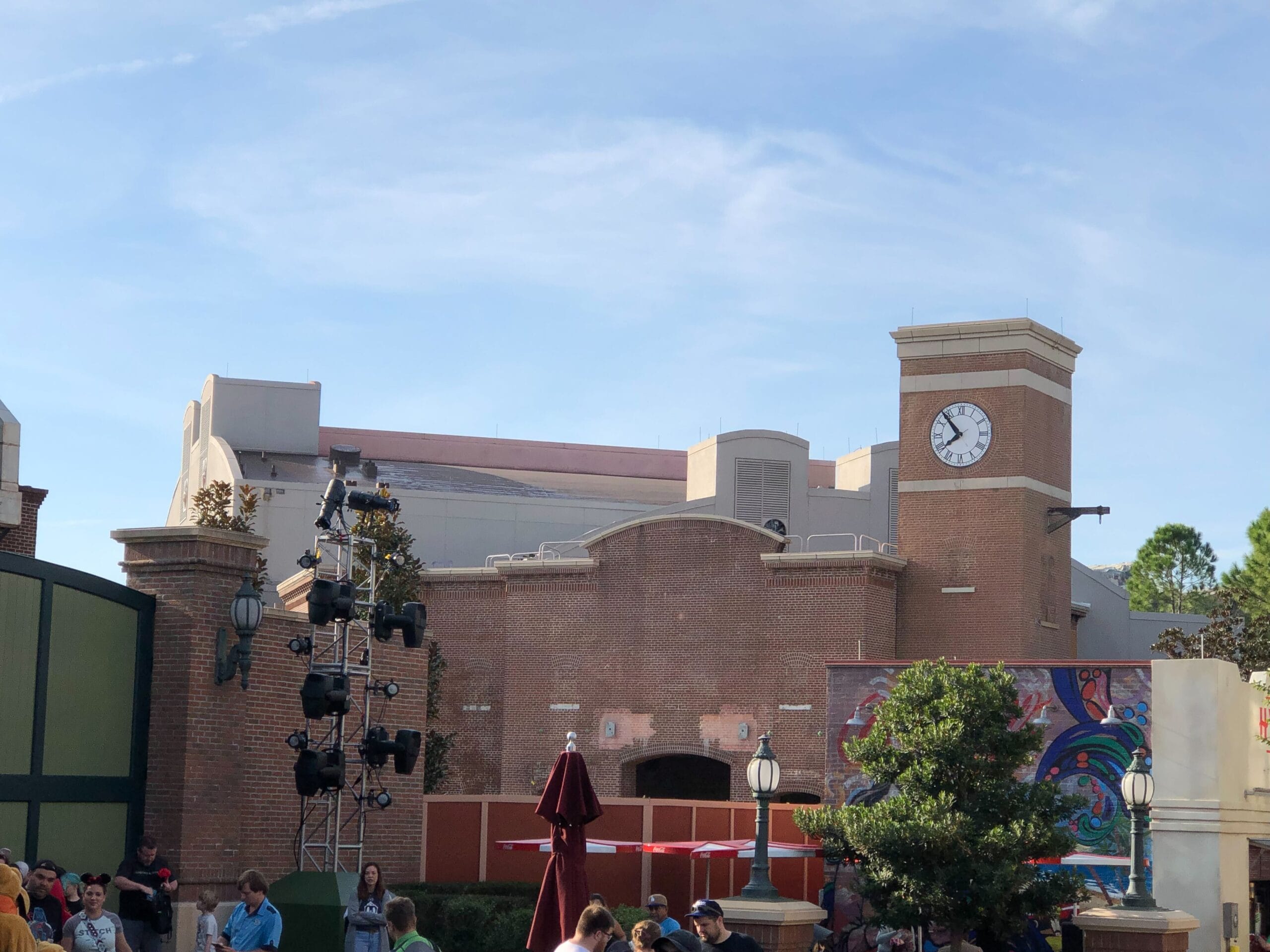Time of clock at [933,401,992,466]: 7:53
